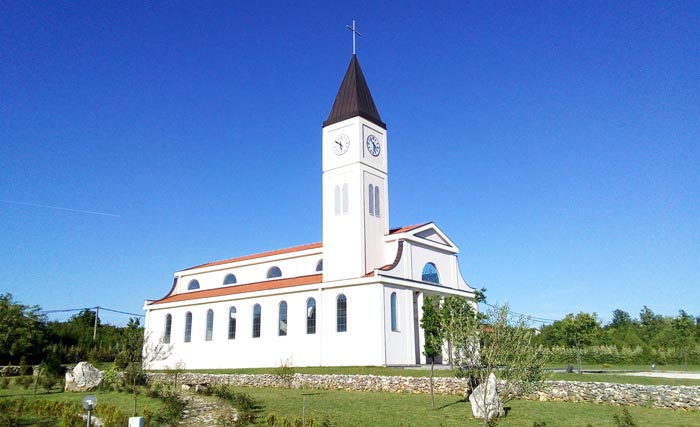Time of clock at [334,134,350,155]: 5:51
